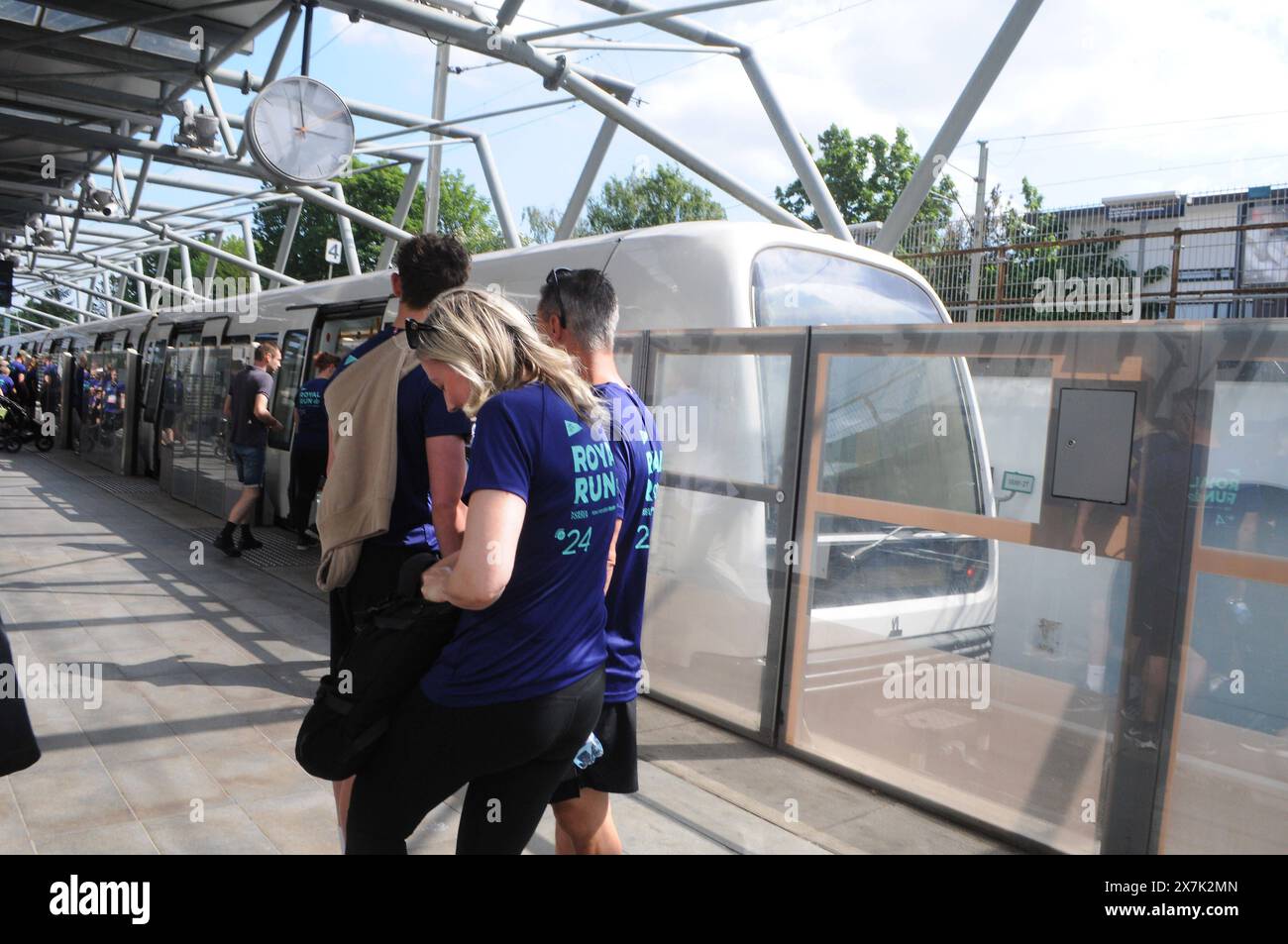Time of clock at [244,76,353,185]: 12:16
